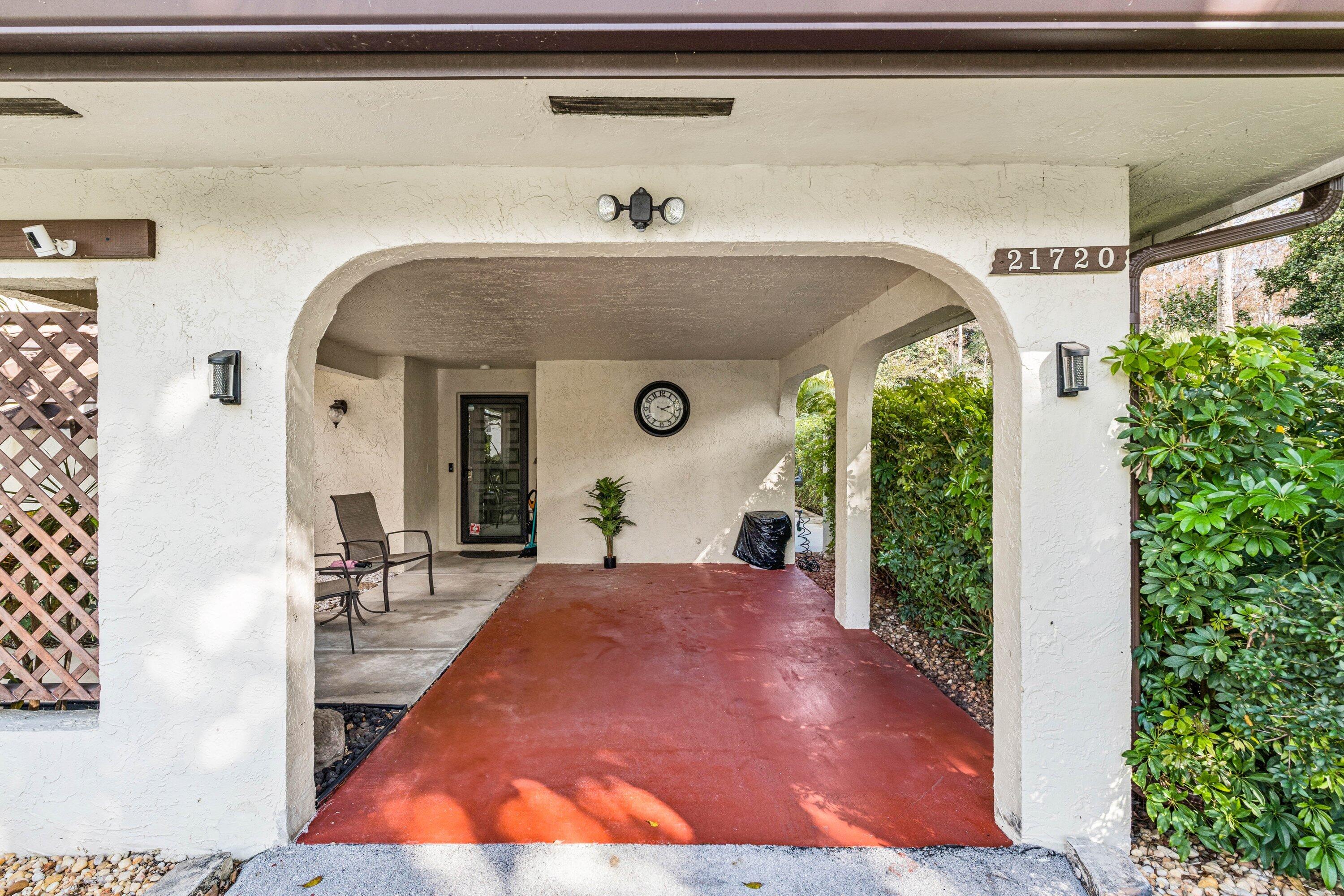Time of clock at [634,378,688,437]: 2:18
